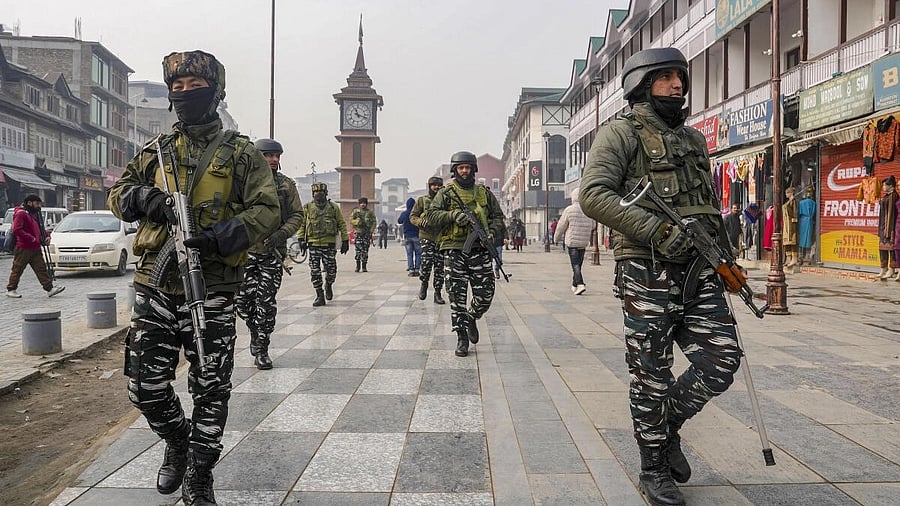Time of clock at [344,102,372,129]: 11:18
